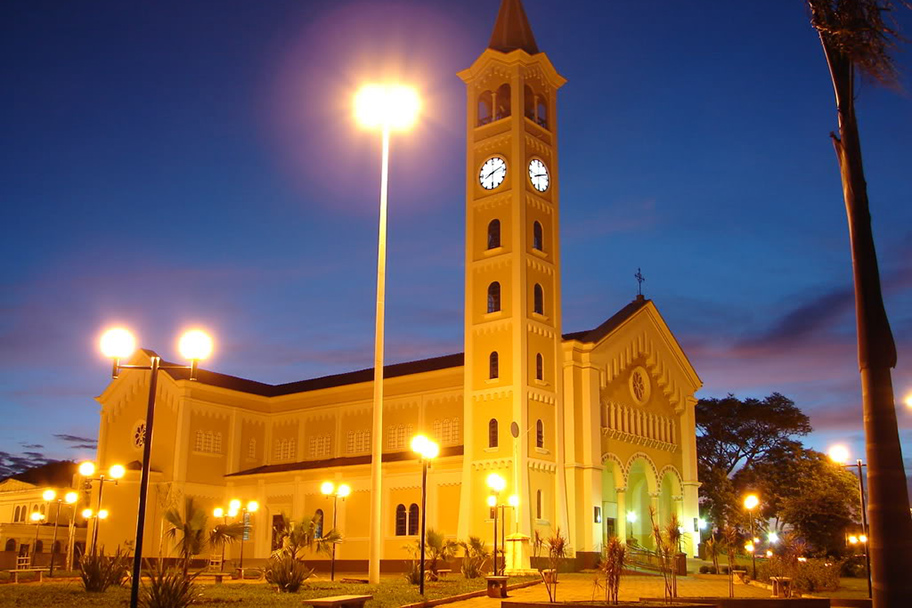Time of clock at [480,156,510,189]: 8:11
